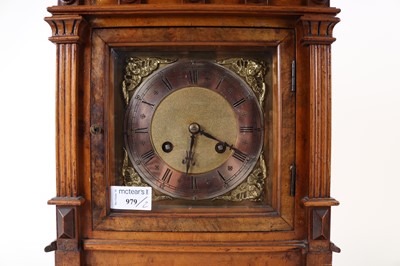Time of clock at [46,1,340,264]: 6:19
